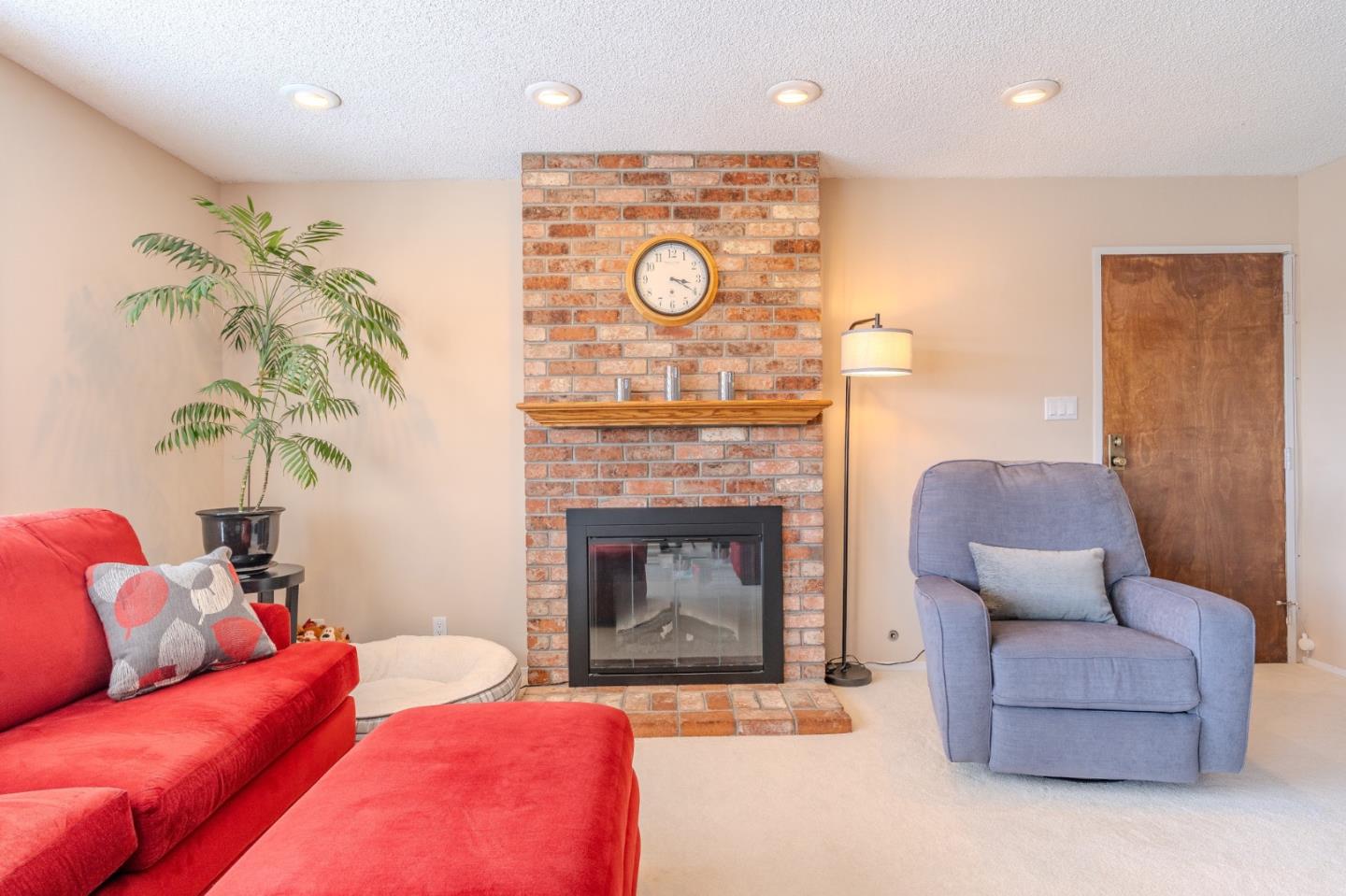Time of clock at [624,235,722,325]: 3:19
